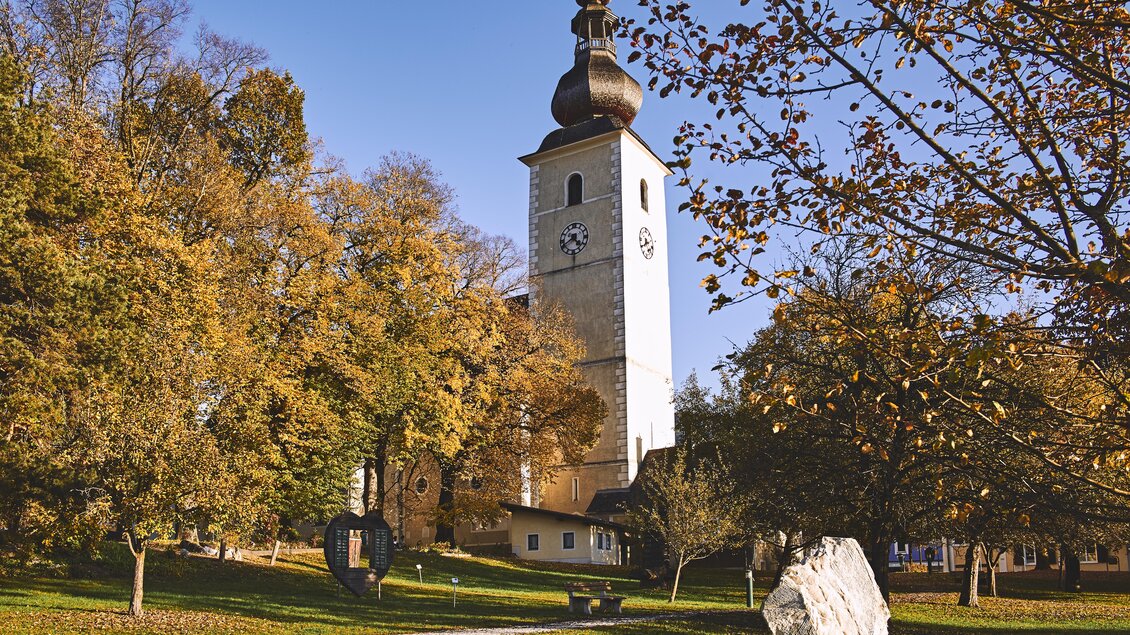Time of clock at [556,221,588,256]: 4:40
